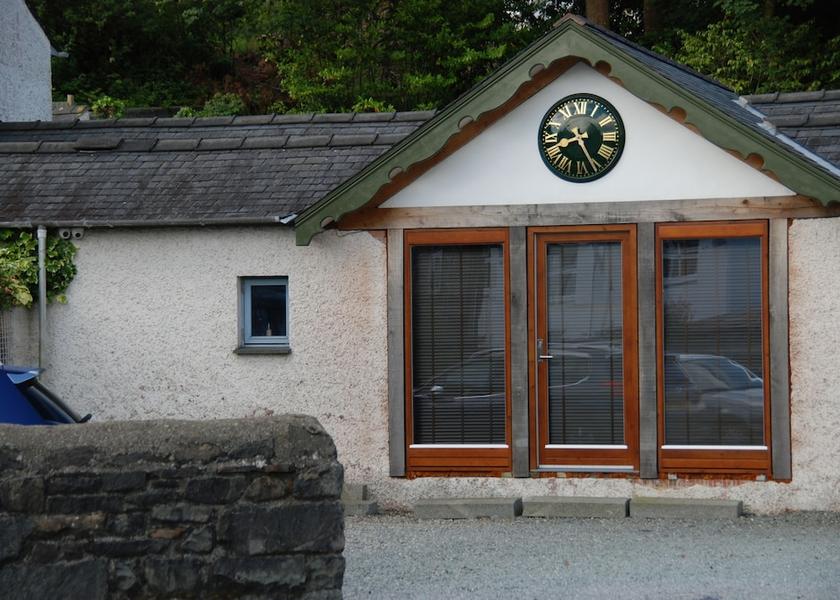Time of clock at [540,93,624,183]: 8:25
